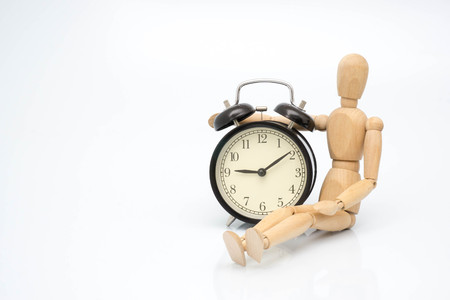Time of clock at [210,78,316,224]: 9:09
